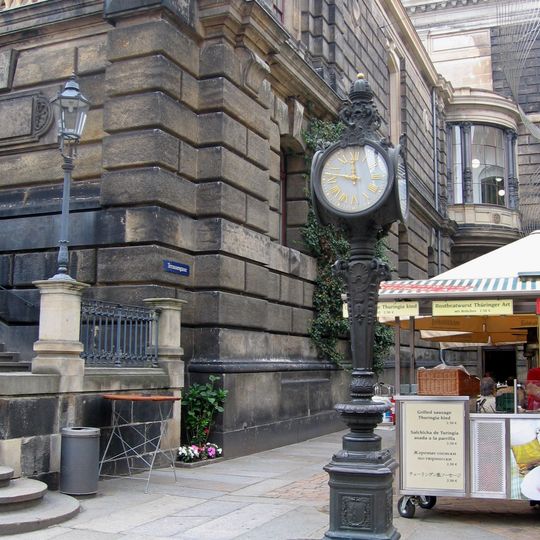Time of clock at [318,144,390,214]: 11:47
